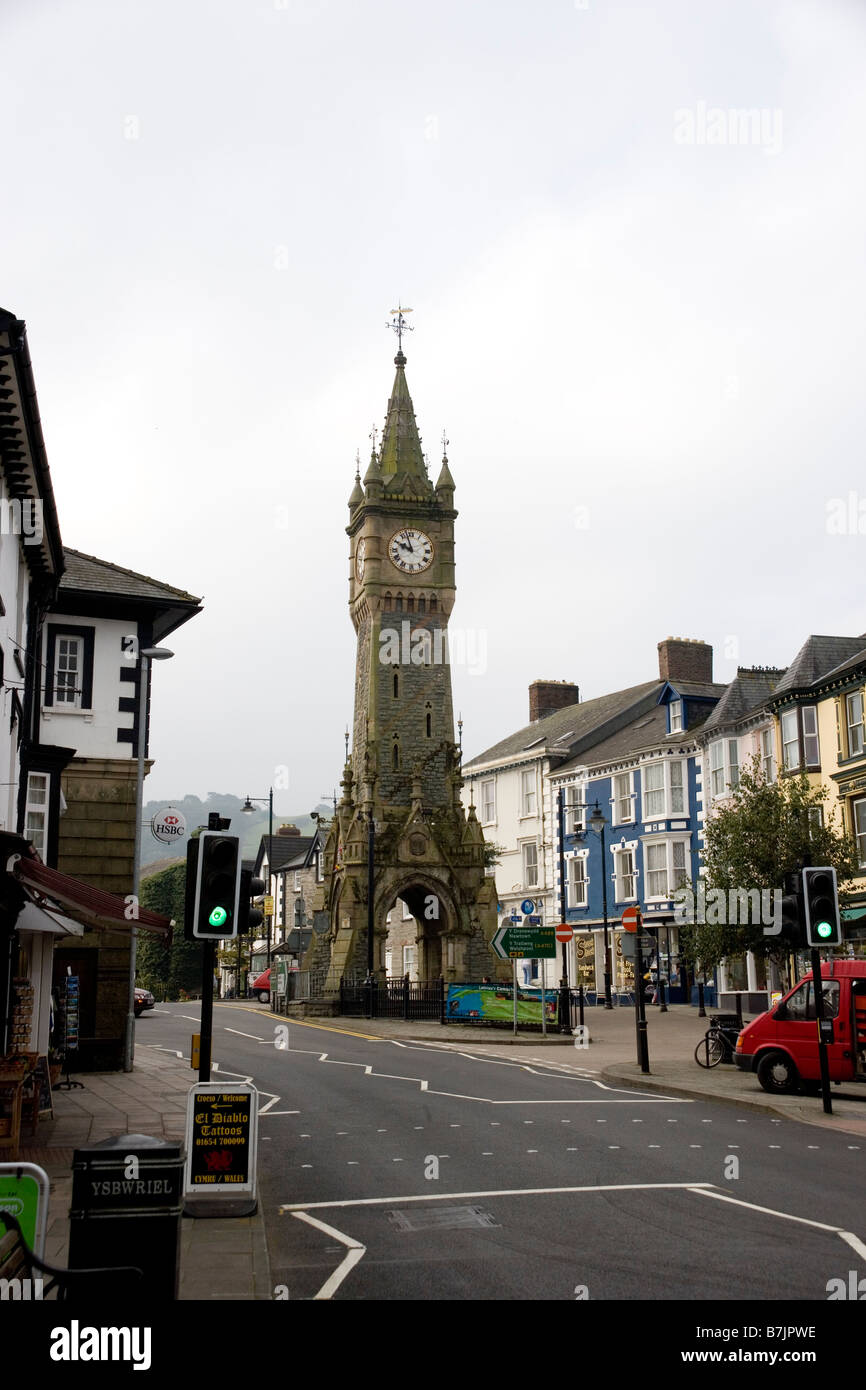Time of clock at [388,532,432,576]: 9:57
